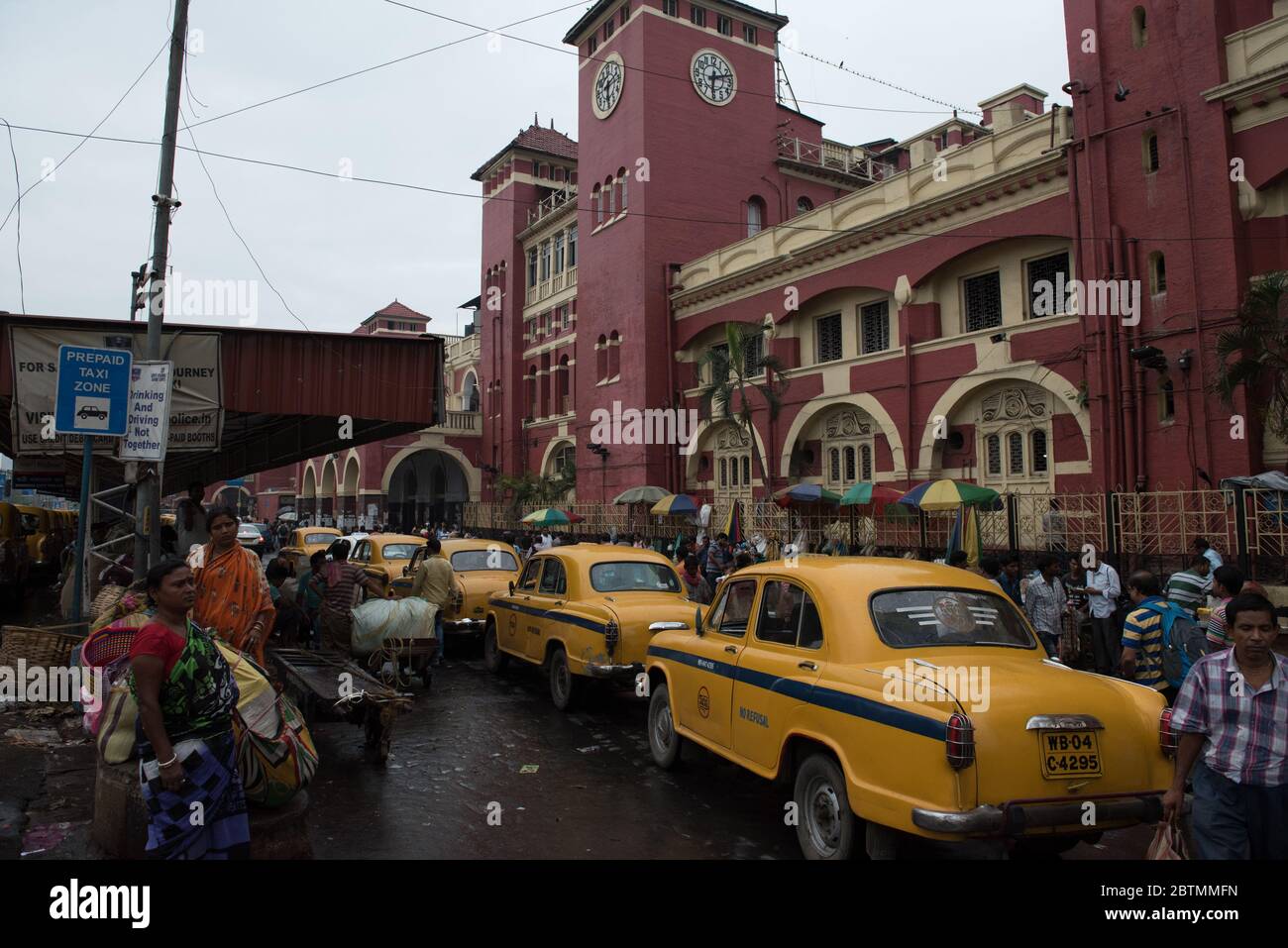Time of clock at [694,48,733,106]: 6:12
